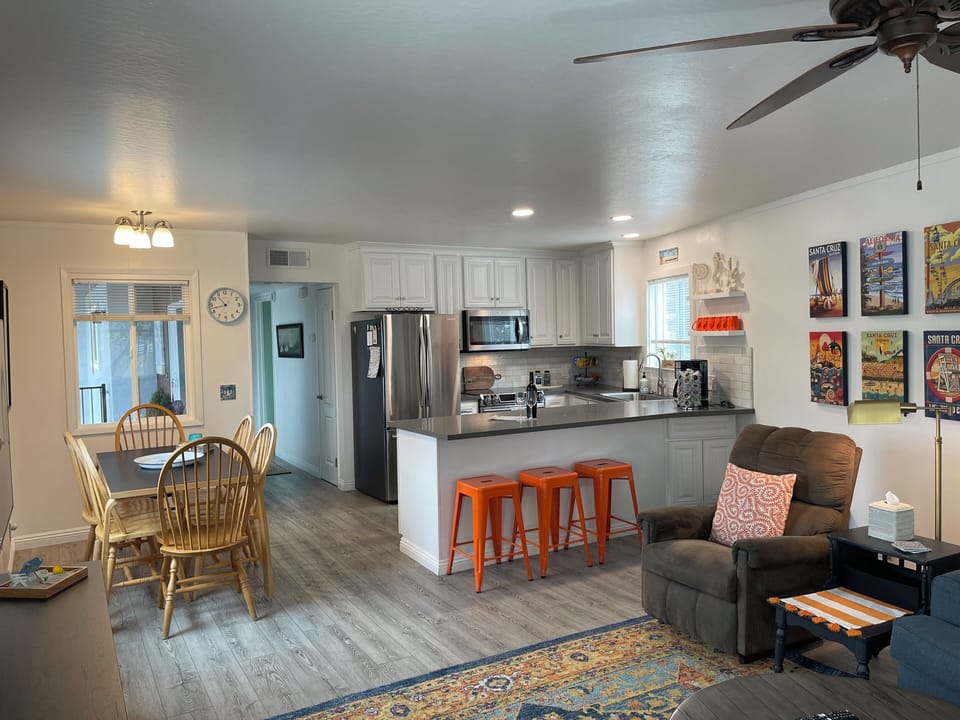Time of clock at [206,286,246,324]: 10:42
